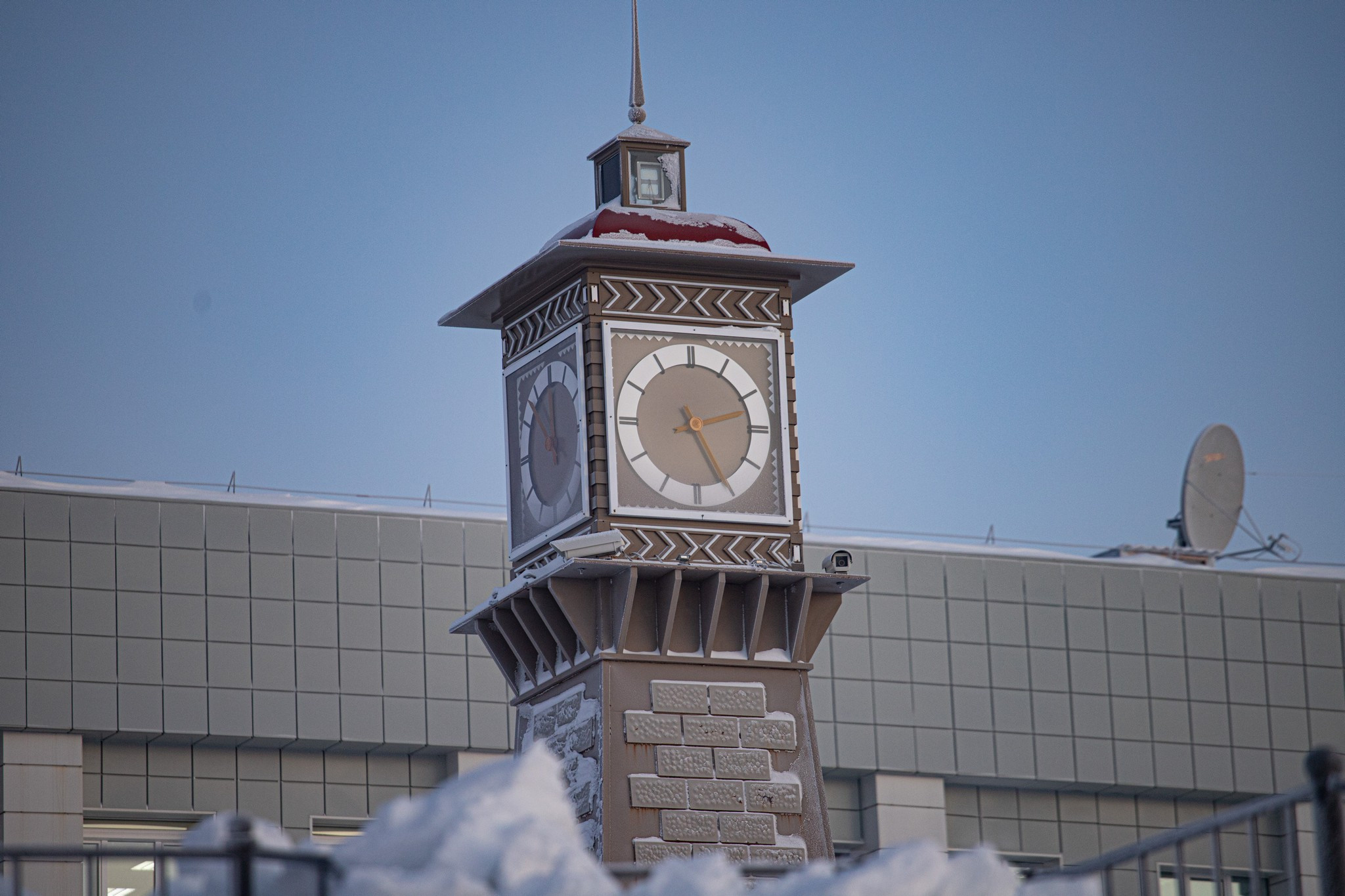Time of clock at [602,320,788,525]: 2:25
